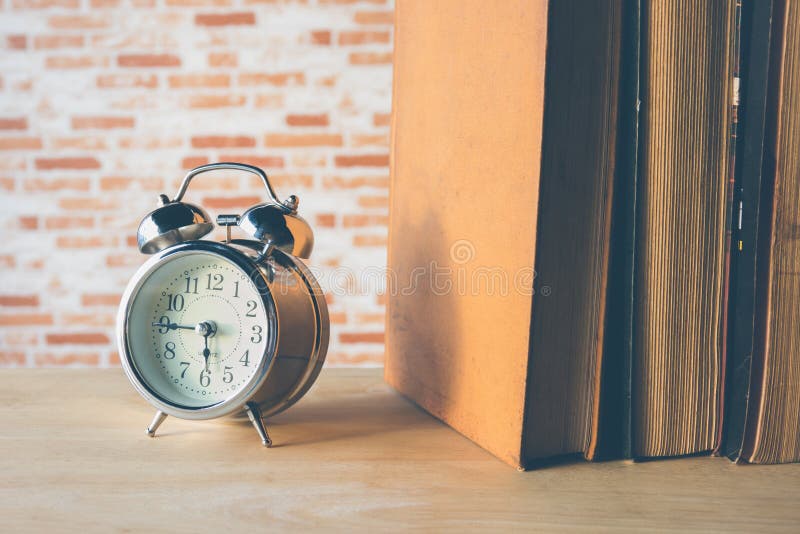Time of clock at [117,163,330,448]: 5:45
